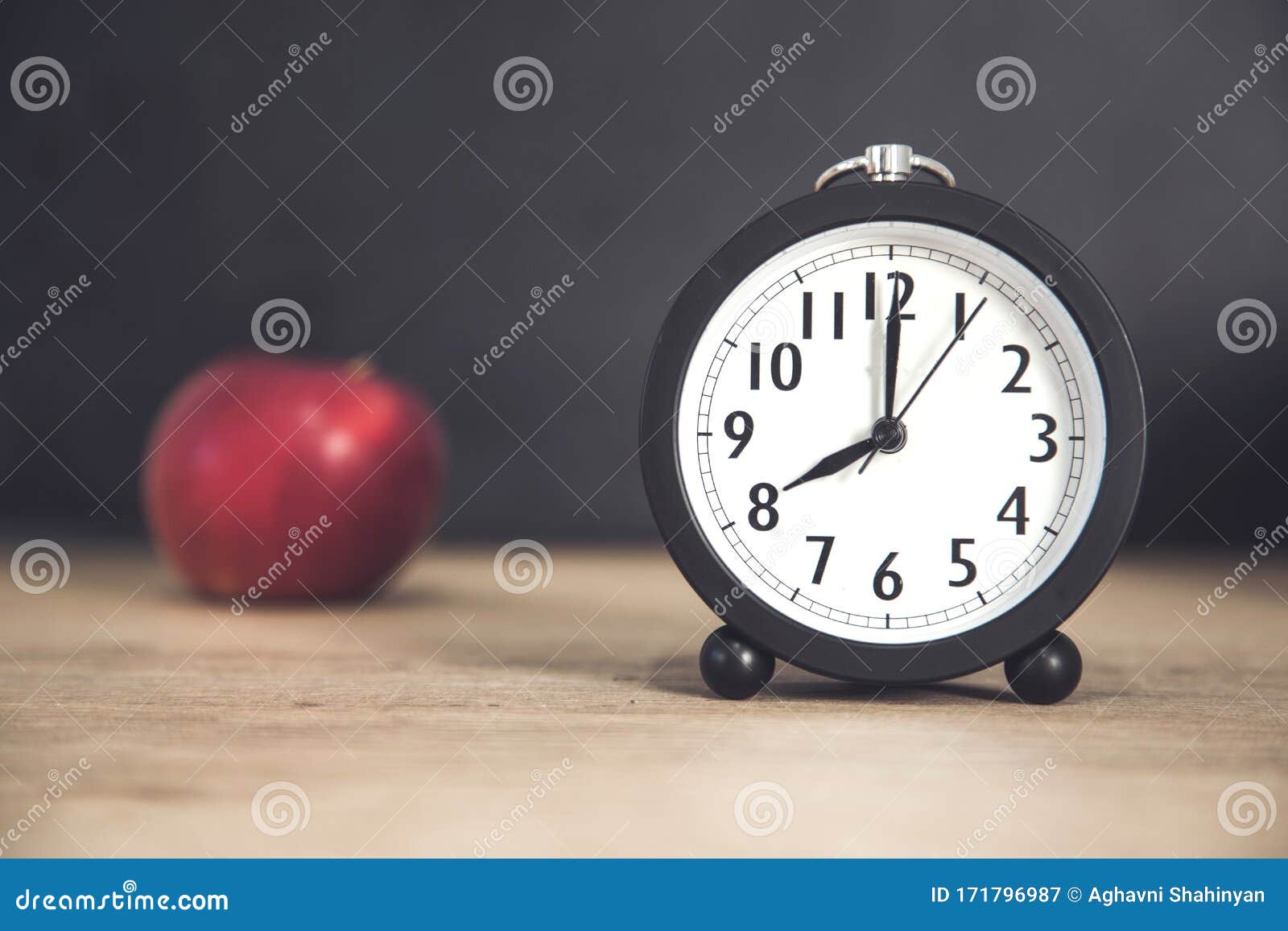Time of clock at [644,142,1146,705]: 8:00
